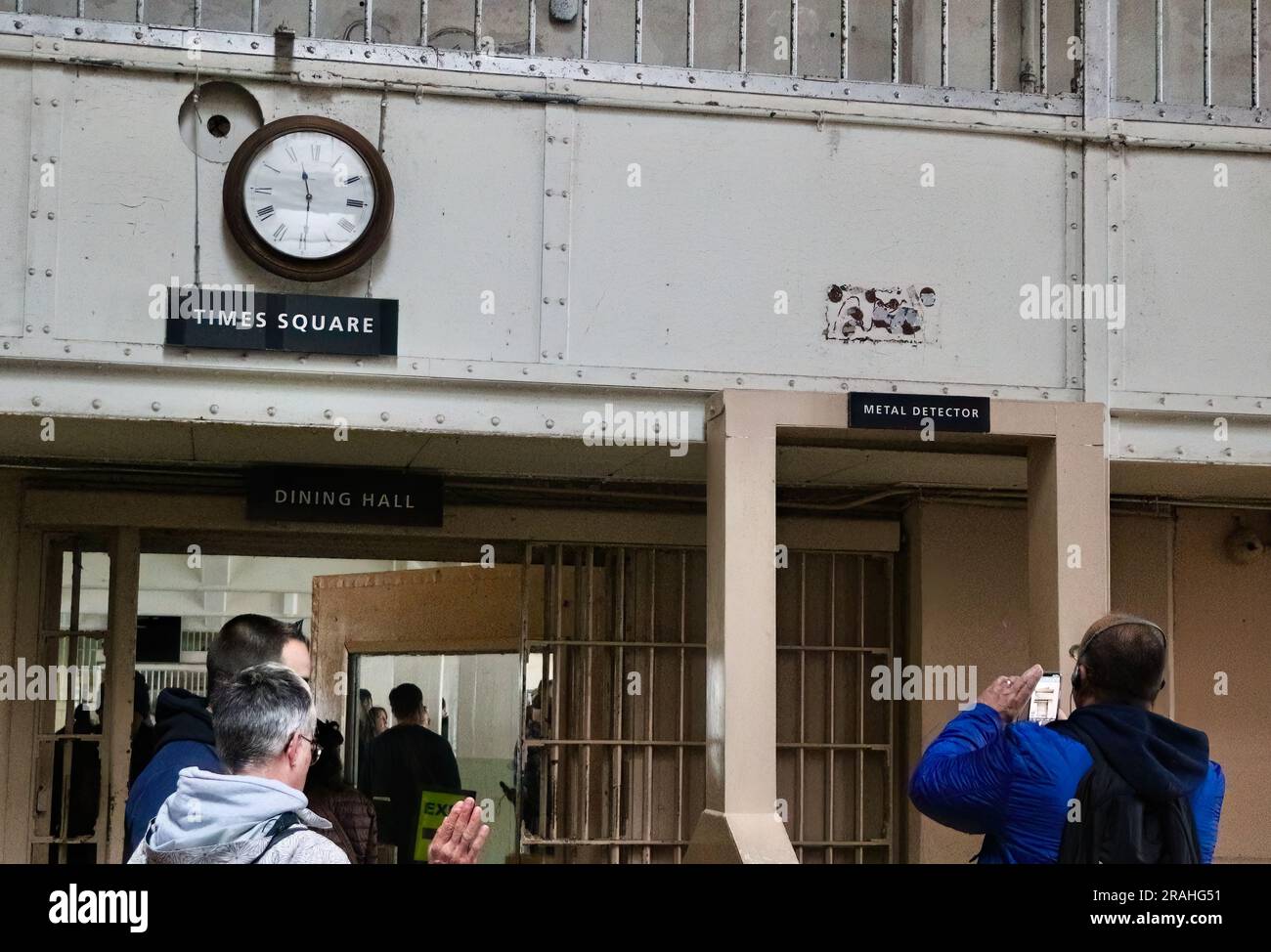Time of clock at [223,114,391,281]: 11:29
